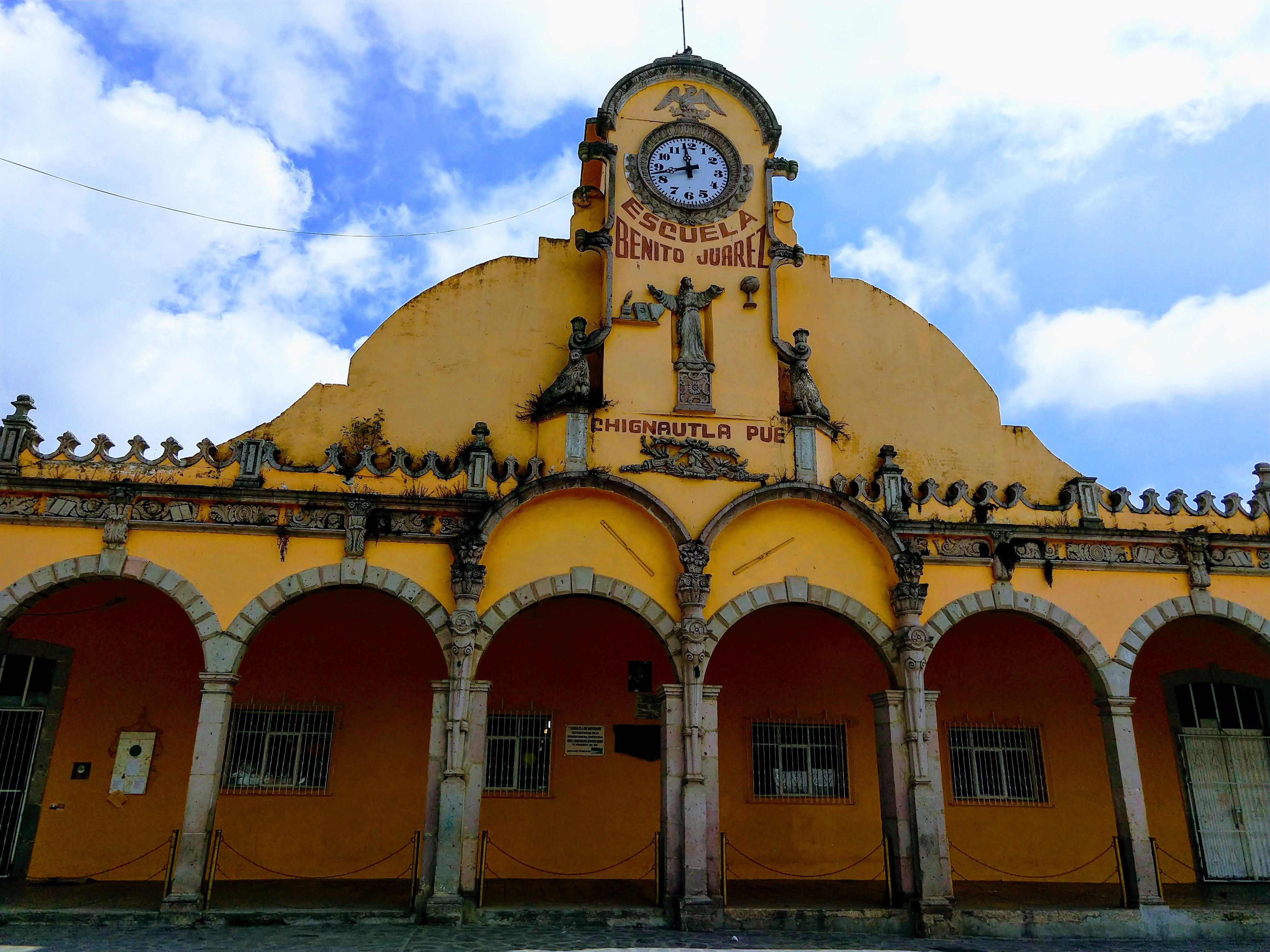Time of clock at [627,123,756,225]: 11:42
